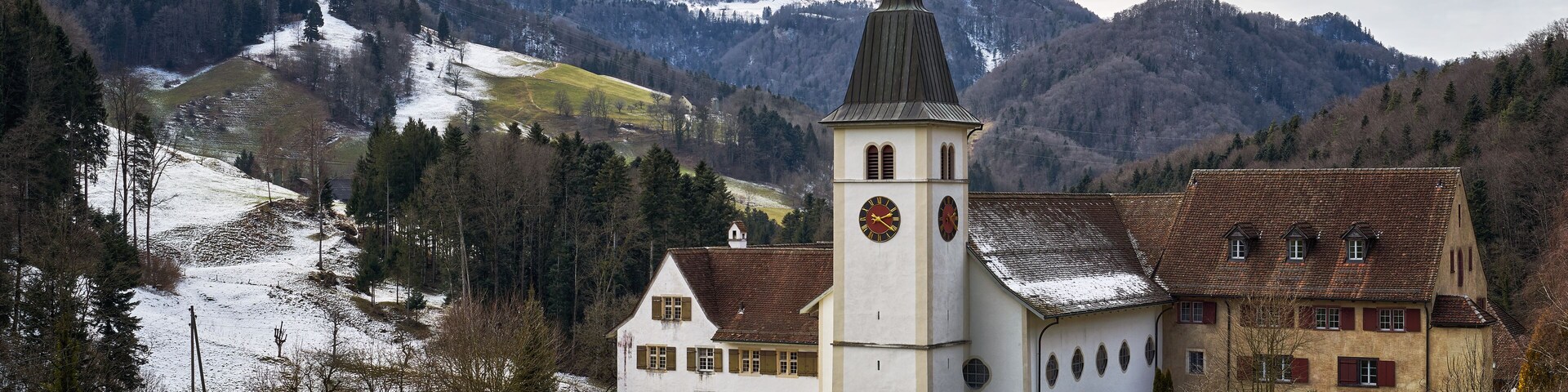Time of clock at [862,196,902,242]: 2:20
